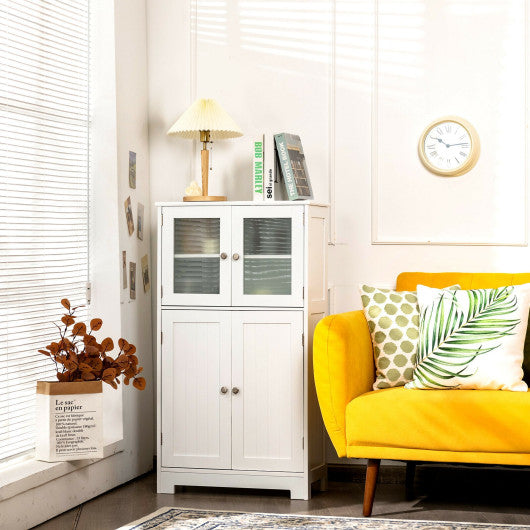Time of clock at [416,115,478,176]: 10:13
